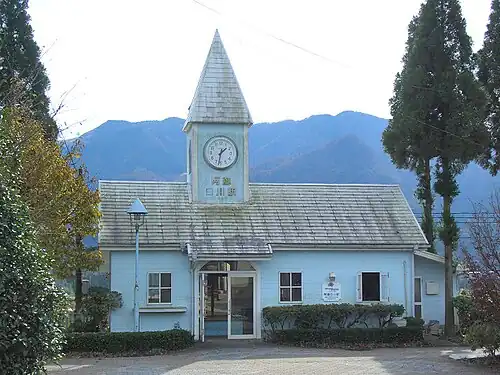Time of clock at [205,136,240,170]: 1:32
